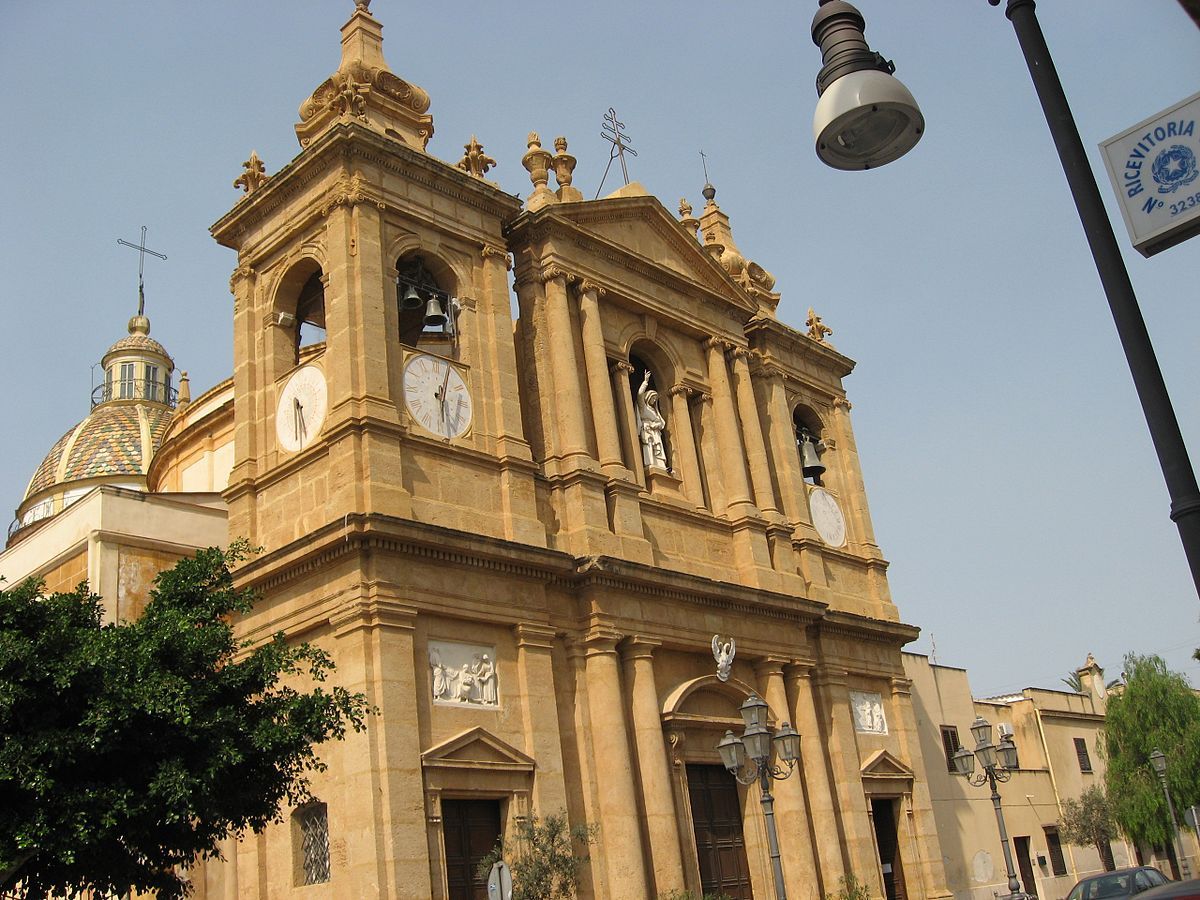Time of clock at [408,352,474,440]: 6:03
